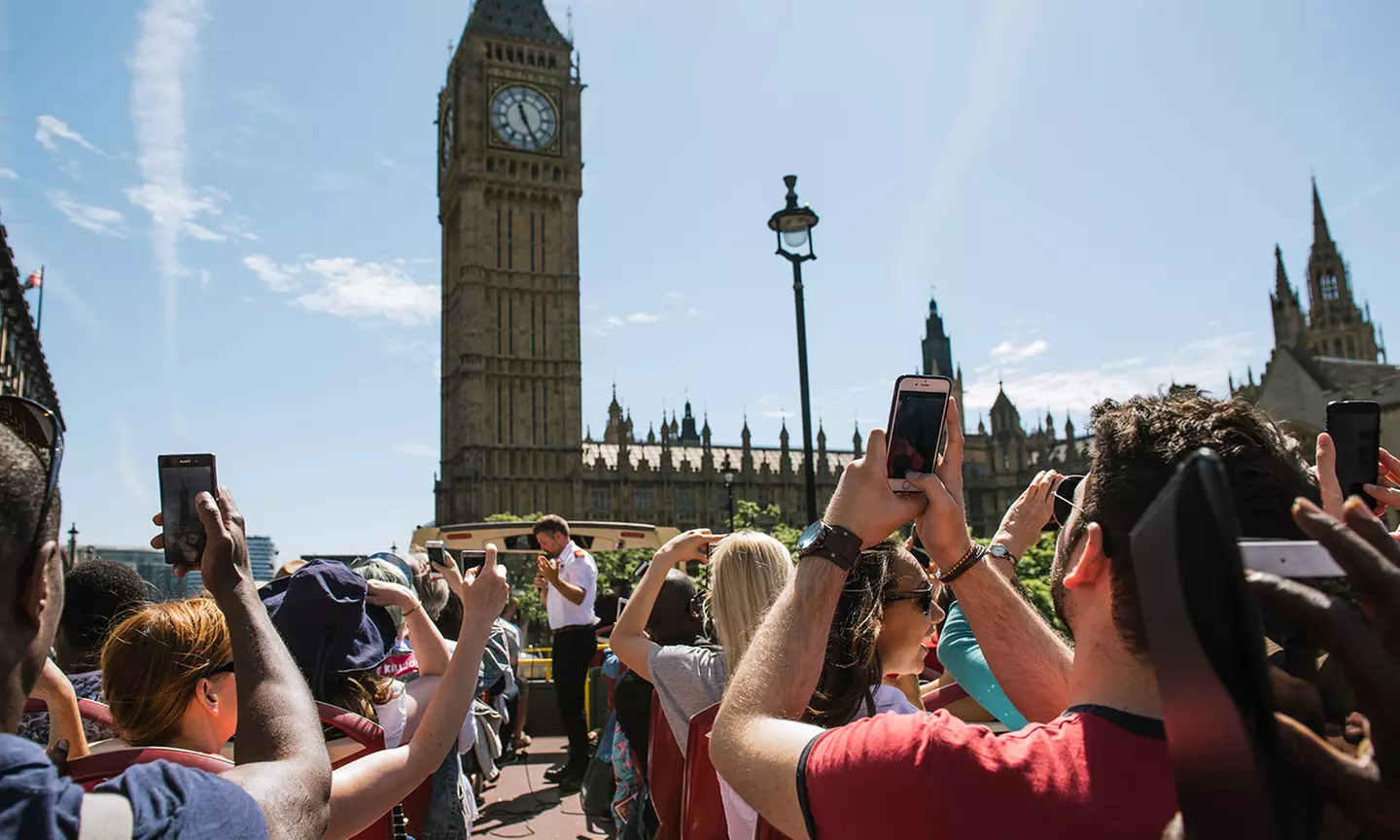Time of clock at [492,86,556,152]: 11:25
